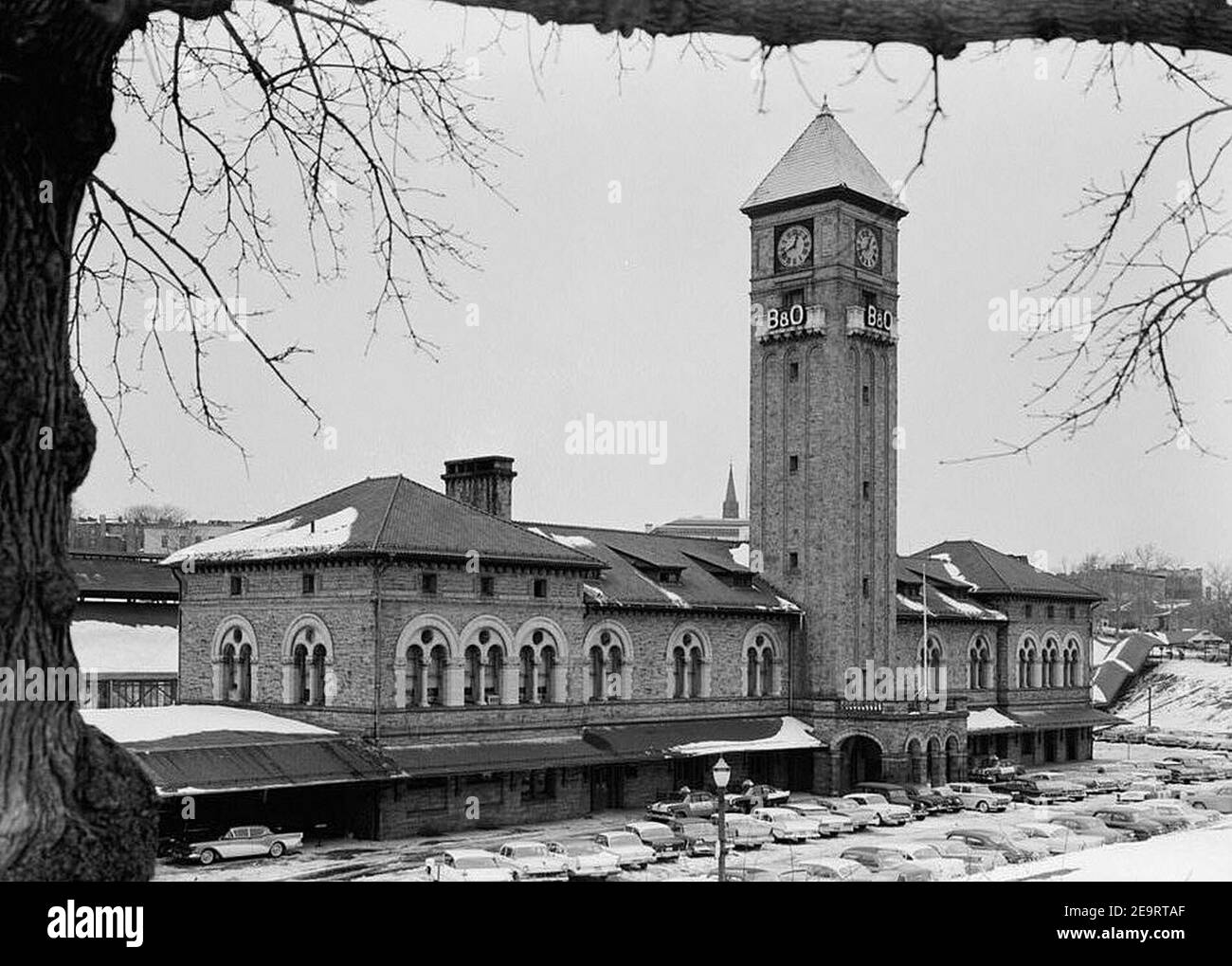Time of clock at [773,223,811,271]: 12:41
